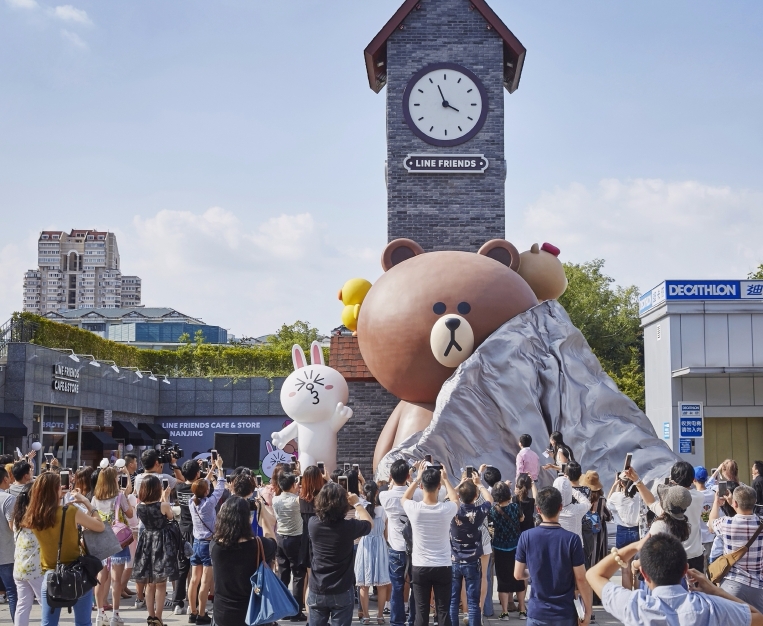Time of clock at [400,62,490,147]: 3:56
